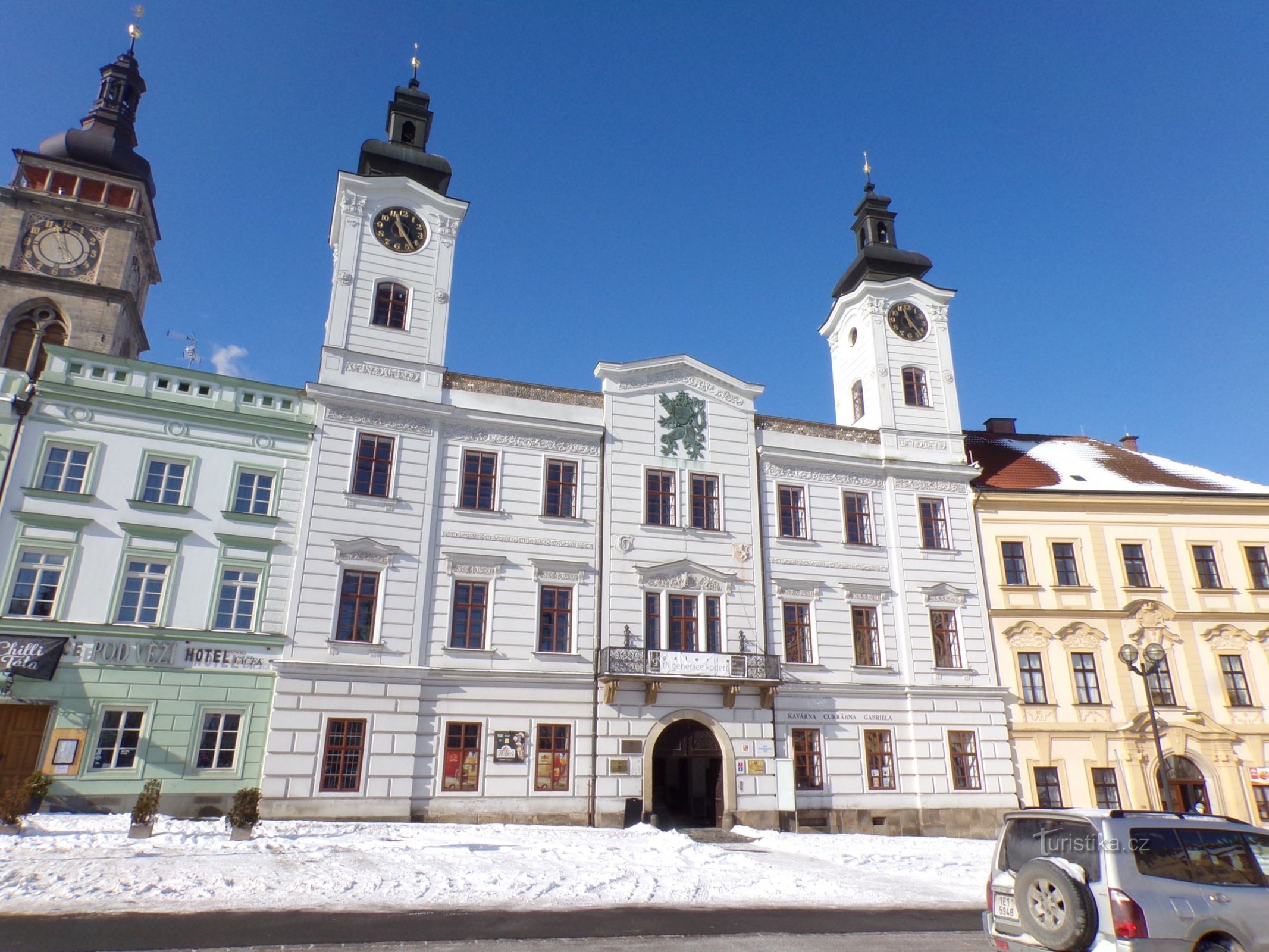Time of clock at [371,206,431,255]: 11:23
